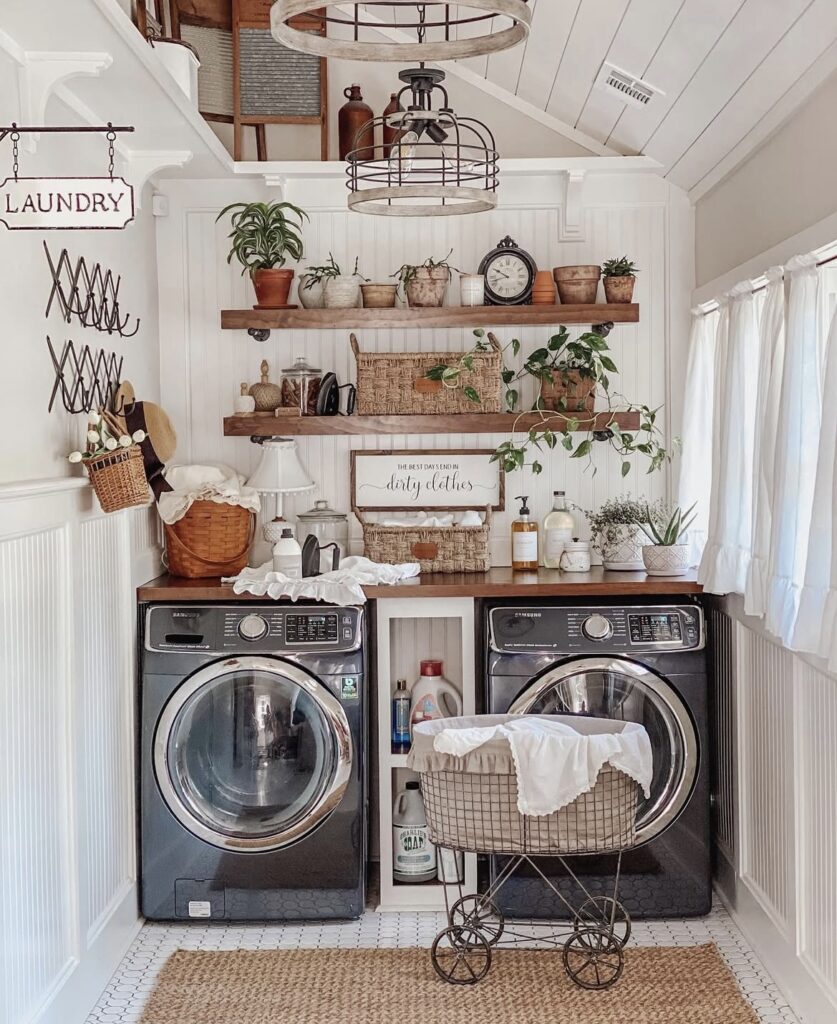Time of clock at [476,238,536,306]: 9:41
